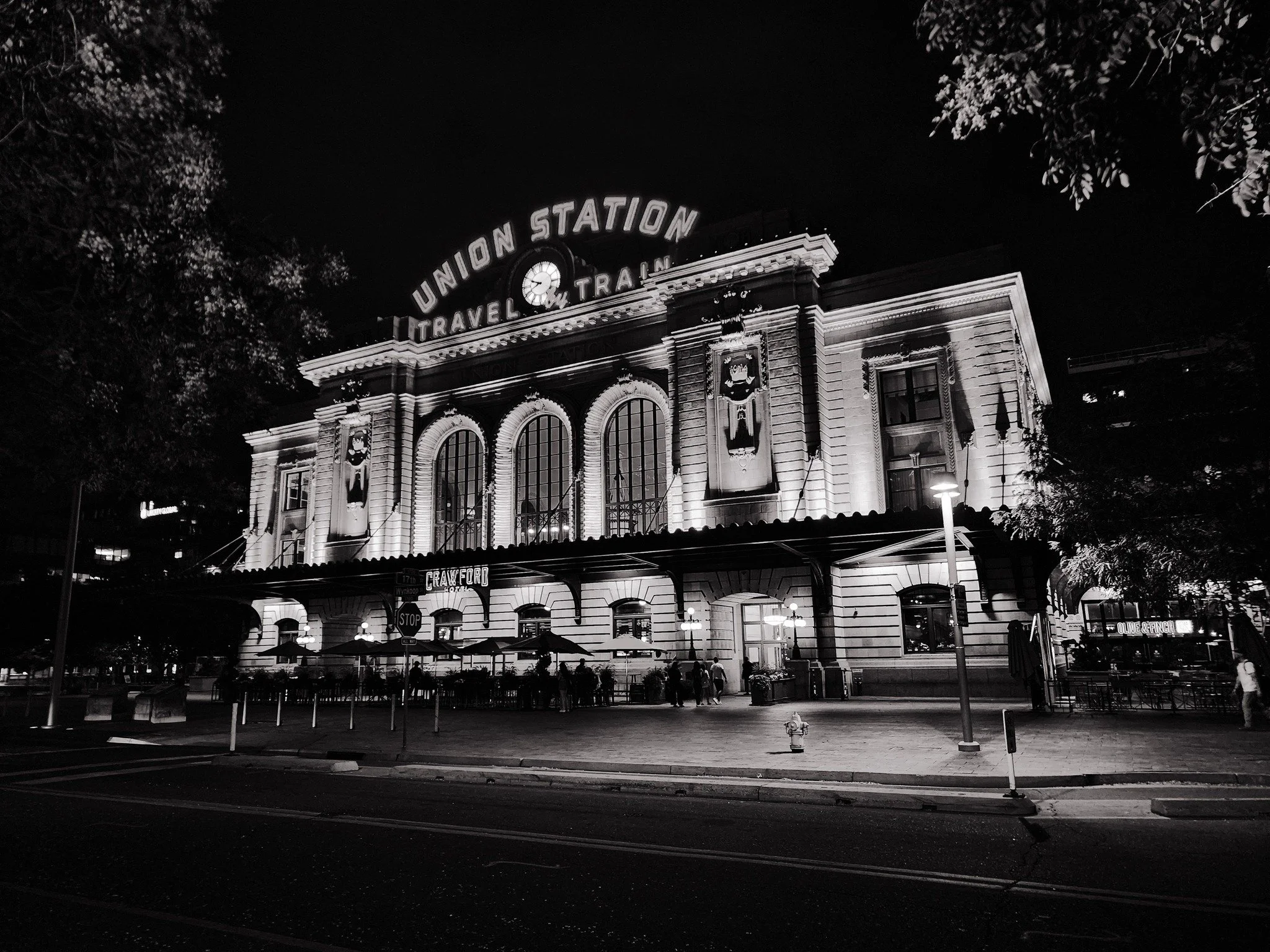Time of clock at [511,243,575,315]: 9:40
